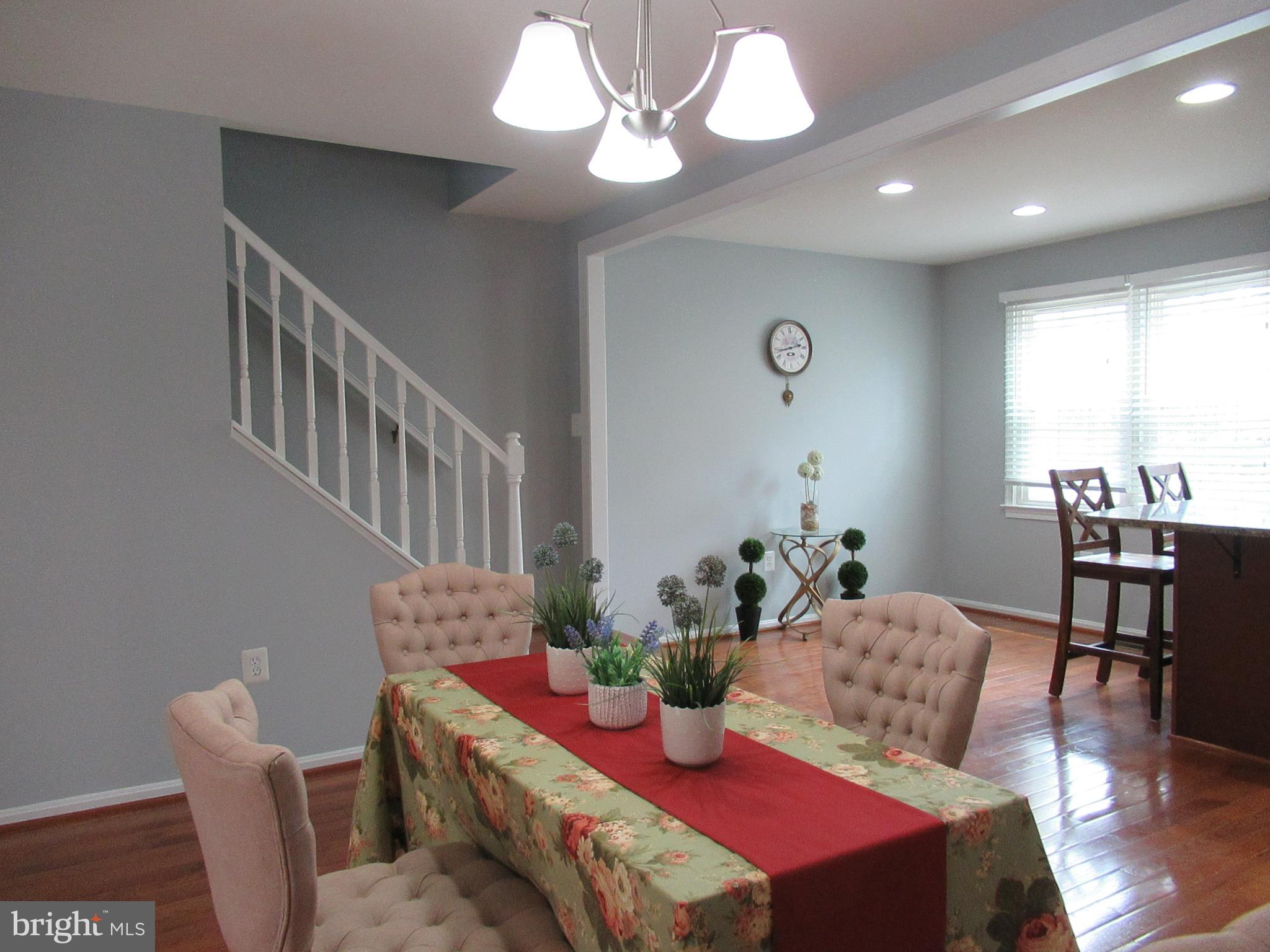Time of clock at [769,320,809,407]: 2:42
